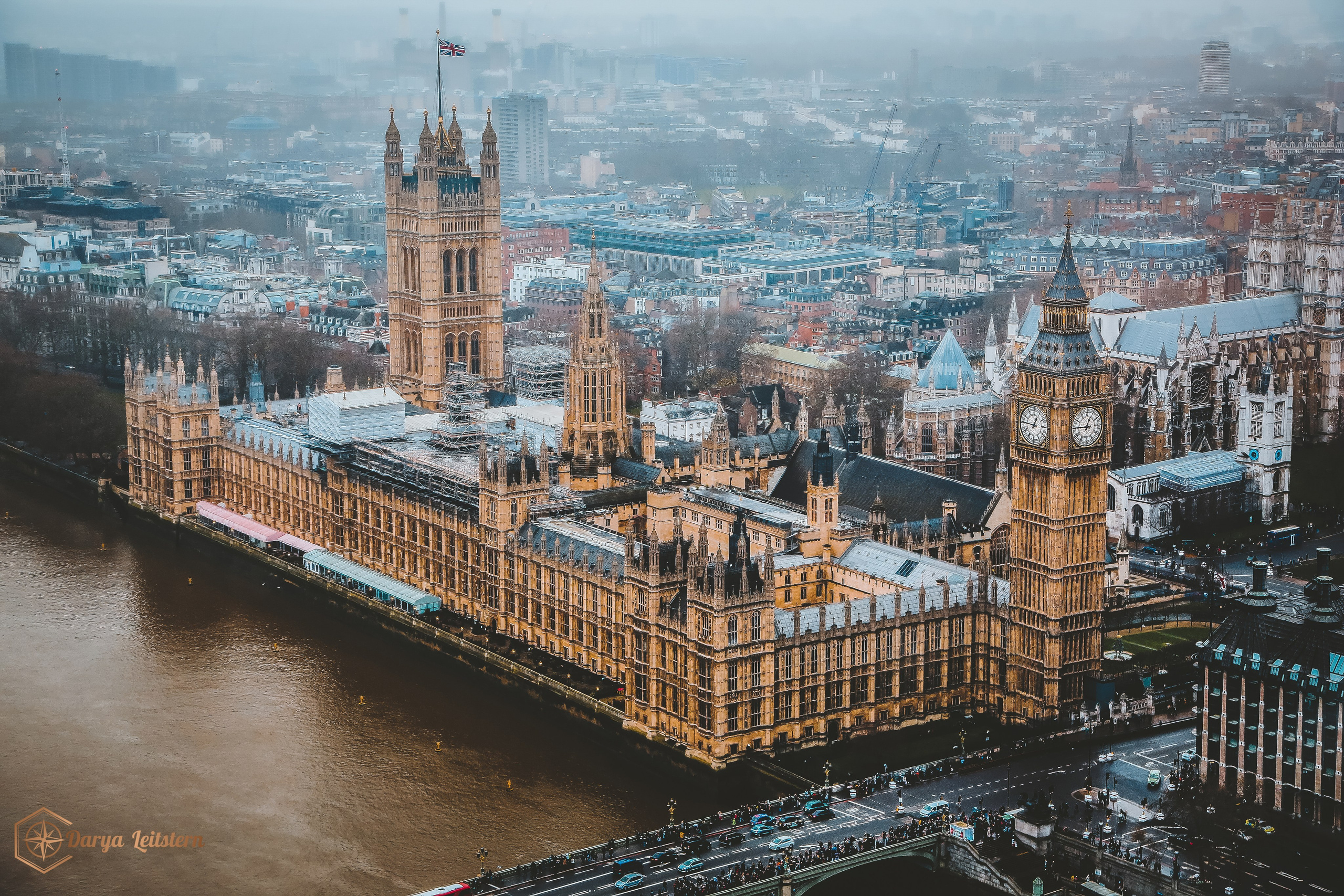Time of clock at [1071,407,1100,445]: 12:45
